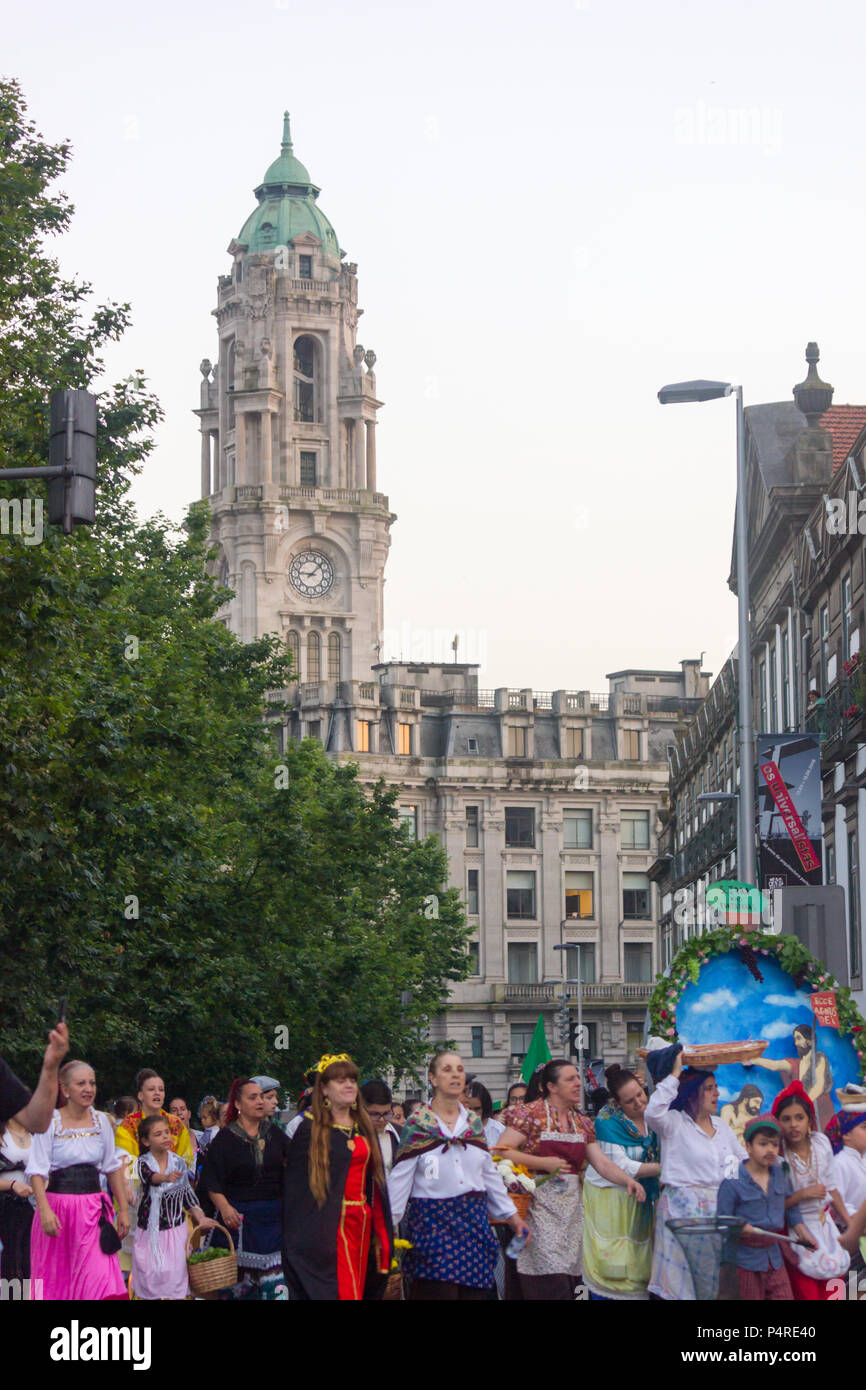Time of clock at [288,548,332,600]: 9:07
